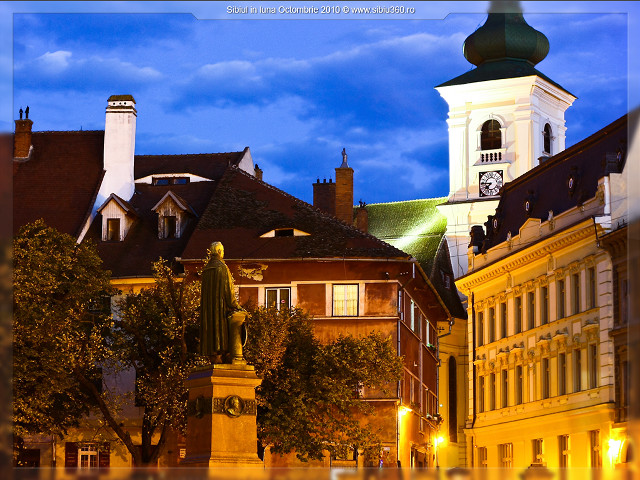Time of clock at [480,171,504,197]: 7:45
